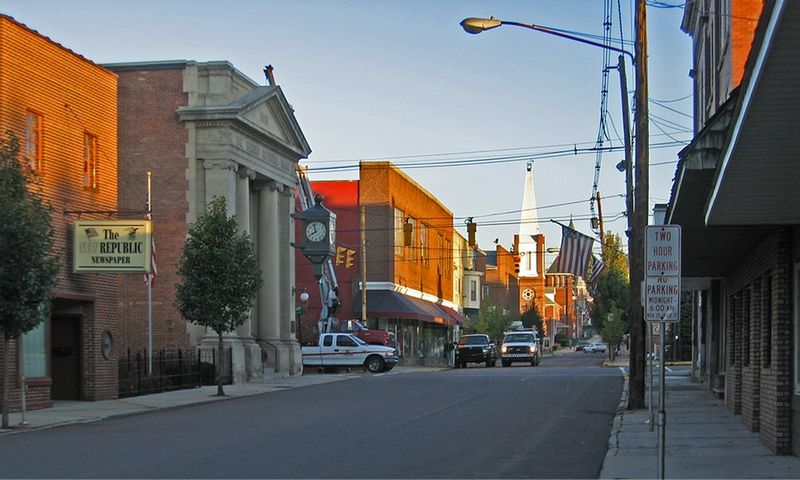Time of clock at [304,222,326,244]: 7:57
